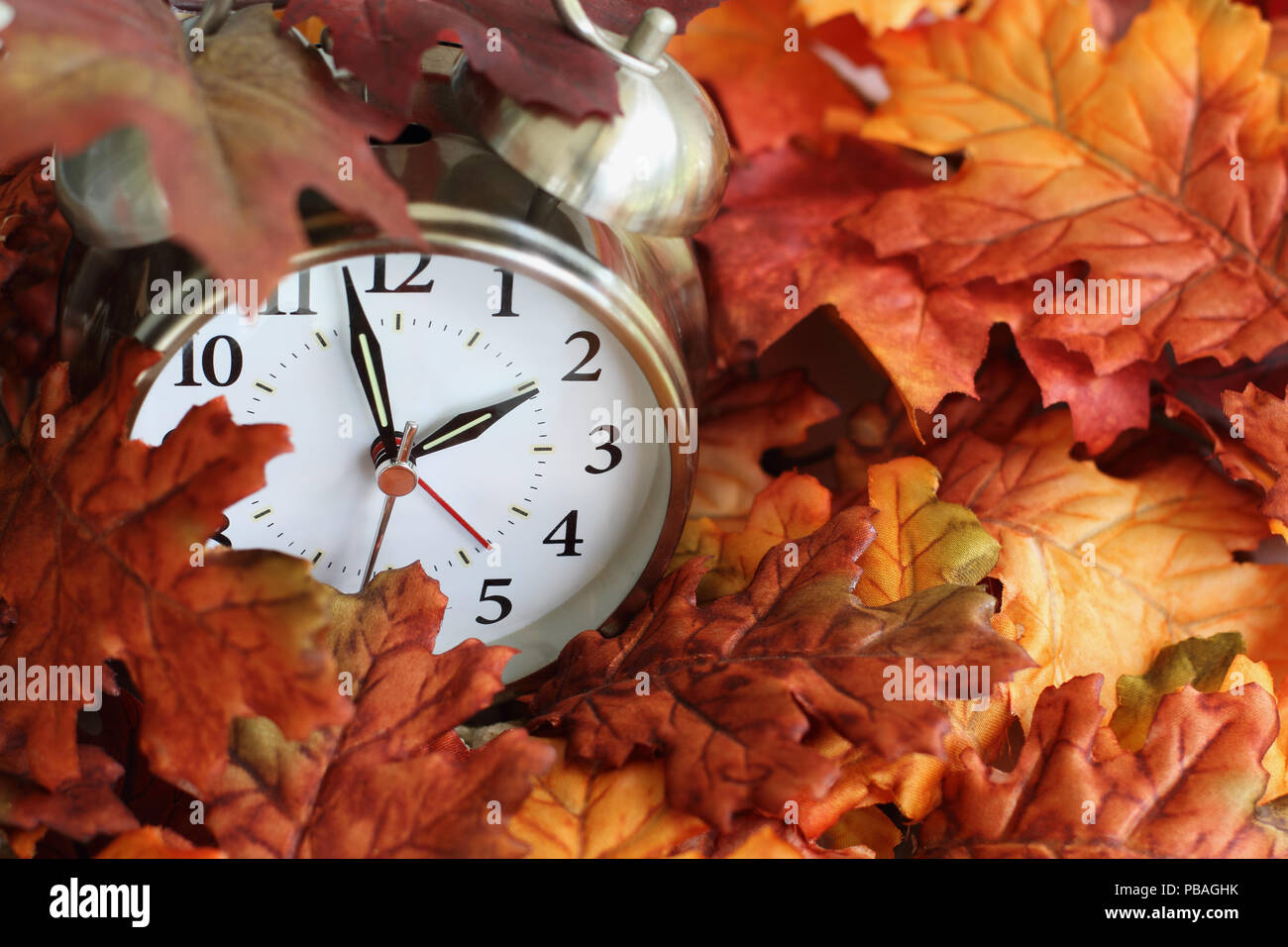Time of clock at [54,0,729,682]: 1:57
